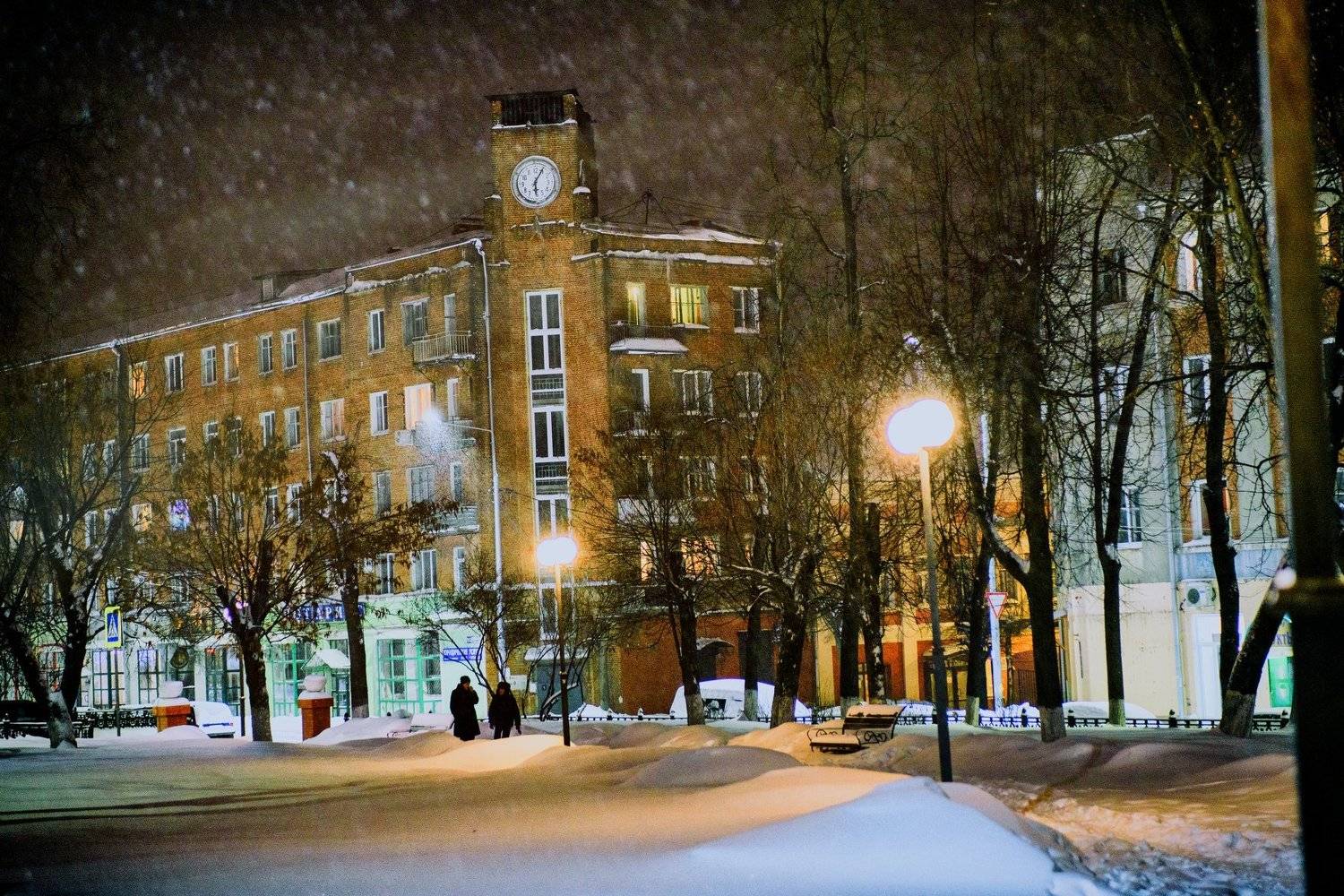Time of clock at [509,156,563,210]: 6:05
